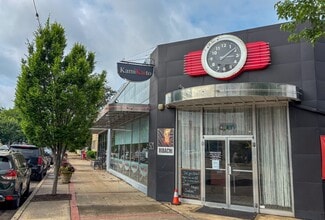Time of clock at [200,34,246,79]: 3:09
